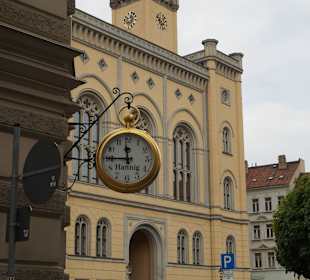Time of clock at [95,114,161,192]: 11:44
